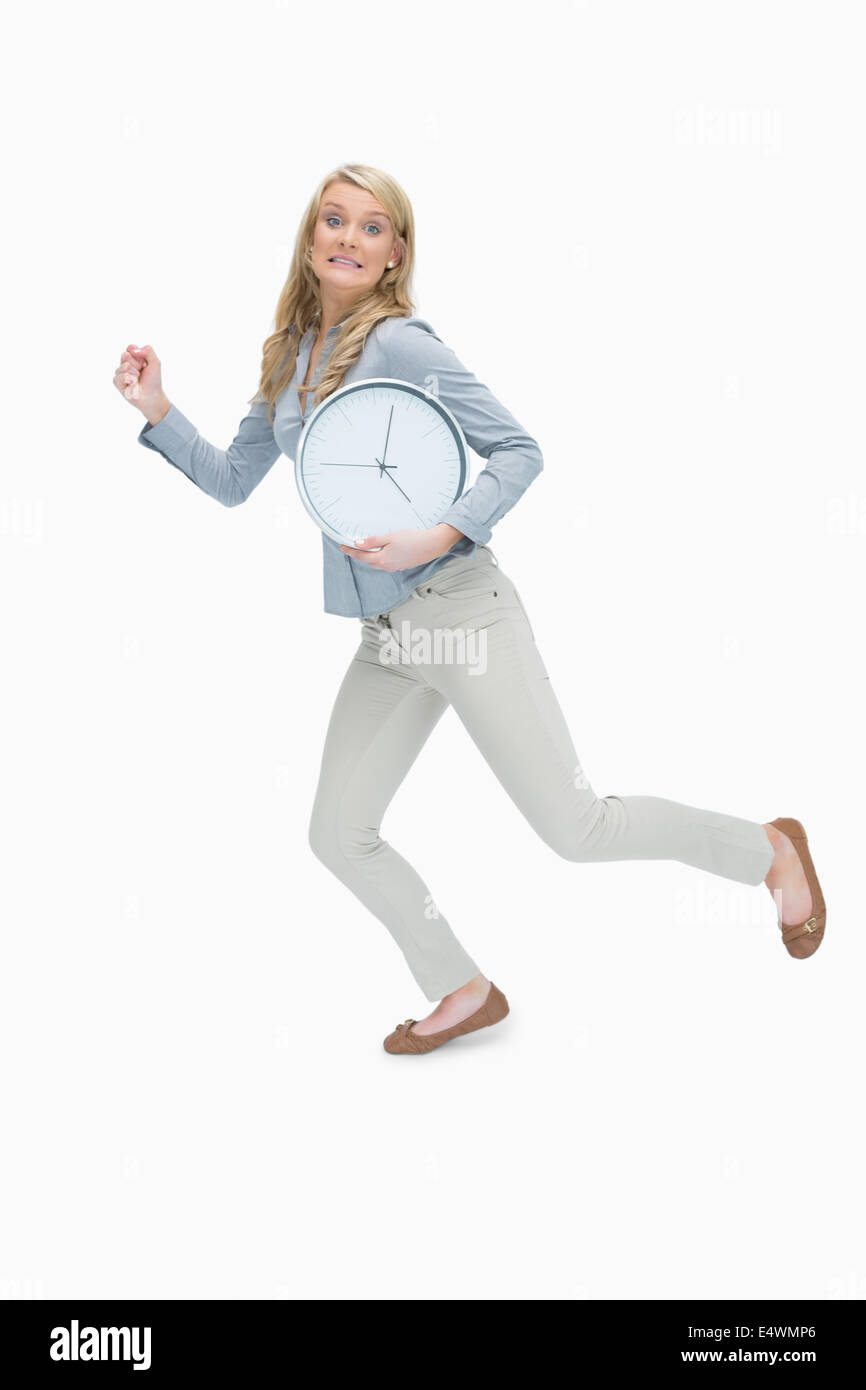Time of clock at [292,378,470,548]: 5:02
